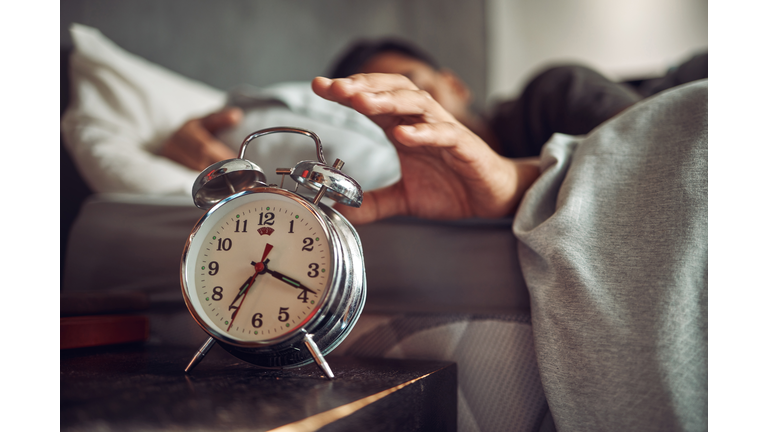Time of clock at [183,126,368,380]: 7:18
